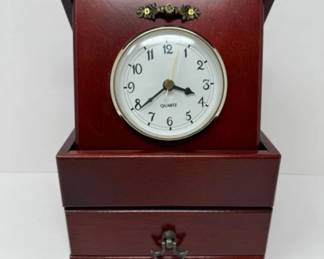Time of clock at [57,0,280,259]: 3:39
